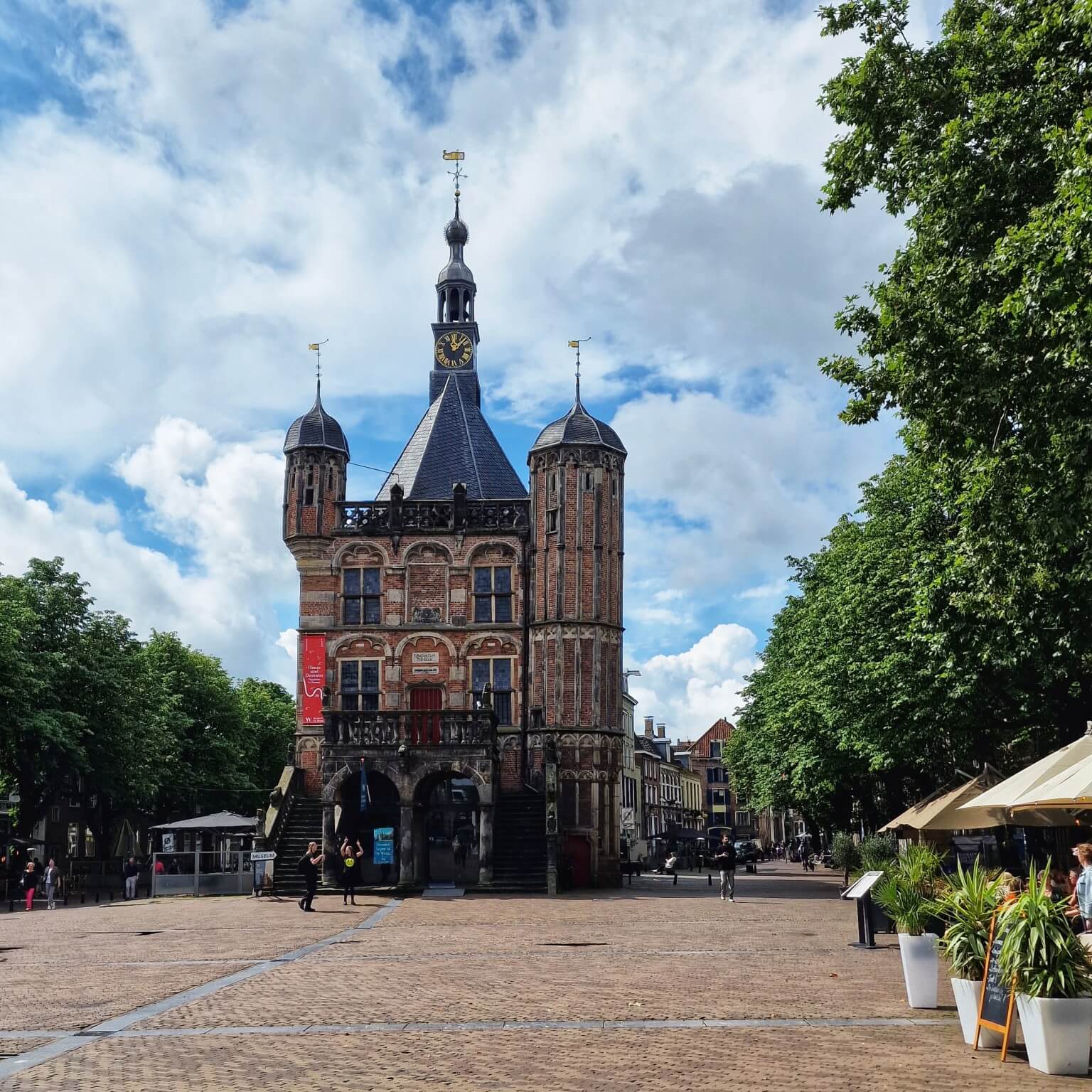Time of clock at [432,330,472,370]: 12:07
